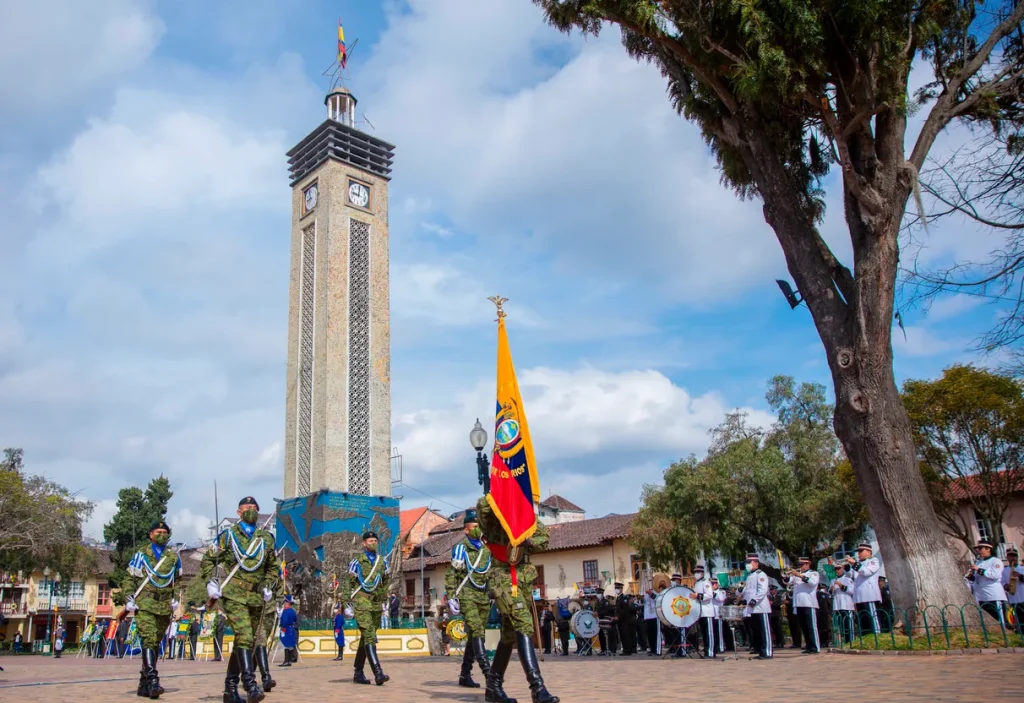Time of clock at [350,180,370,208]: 9:01
